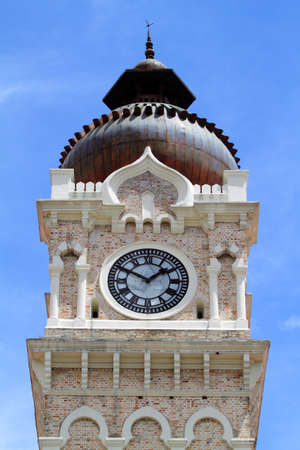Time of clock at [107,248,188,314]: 1:49
